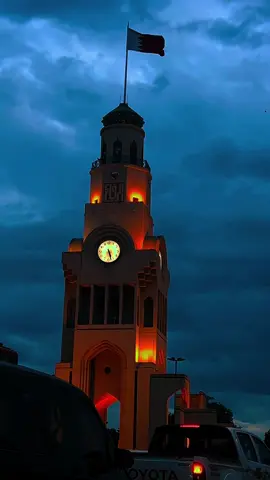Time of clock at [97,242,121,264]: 5:27
